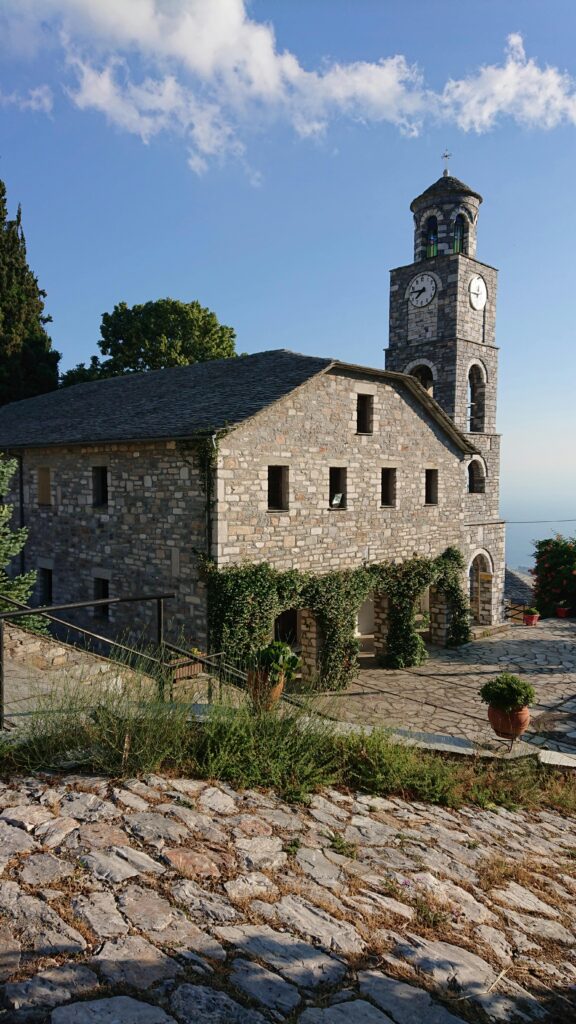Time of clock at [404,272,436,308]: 7:46
